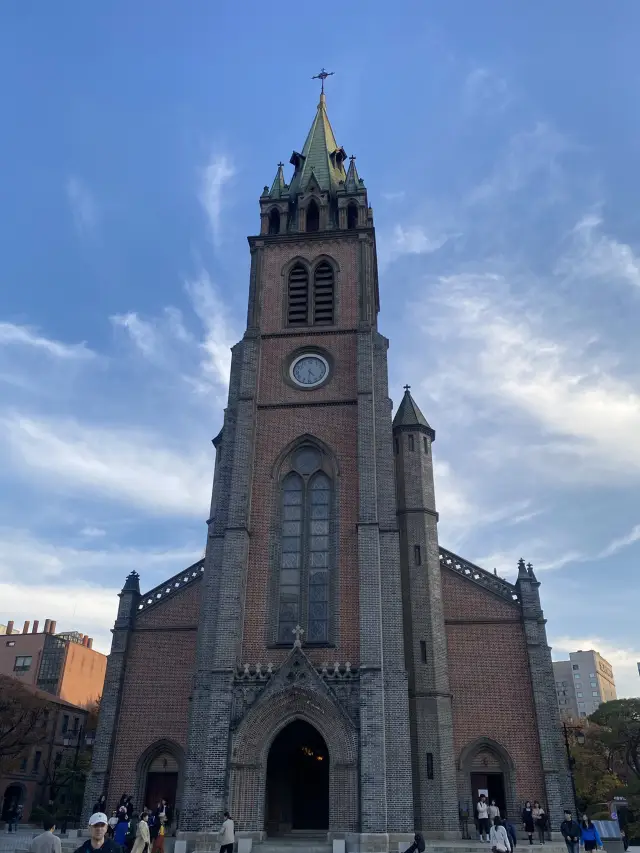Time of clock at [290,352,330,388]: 4:31
